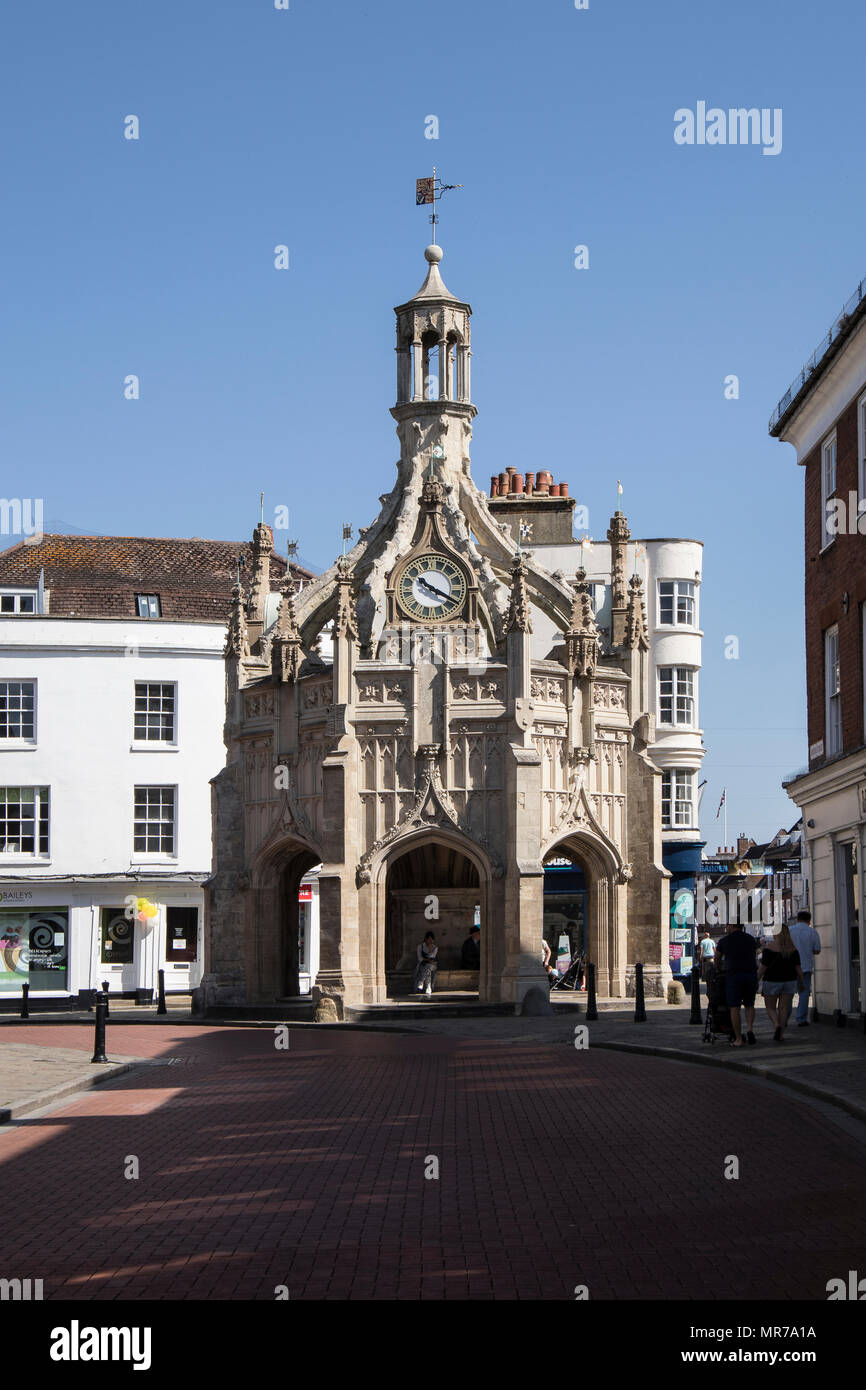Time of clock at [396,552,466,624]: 10:19
